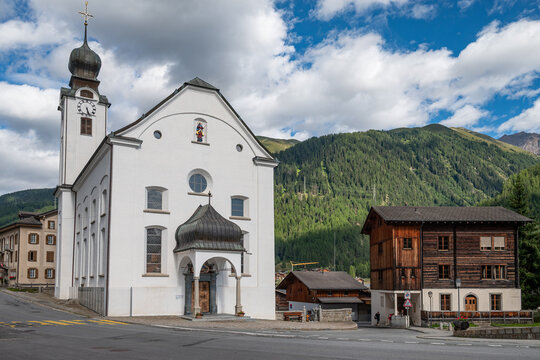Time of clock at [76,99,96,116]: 5:26
